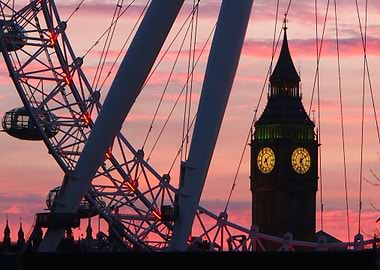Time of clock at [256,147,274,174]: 5:08
